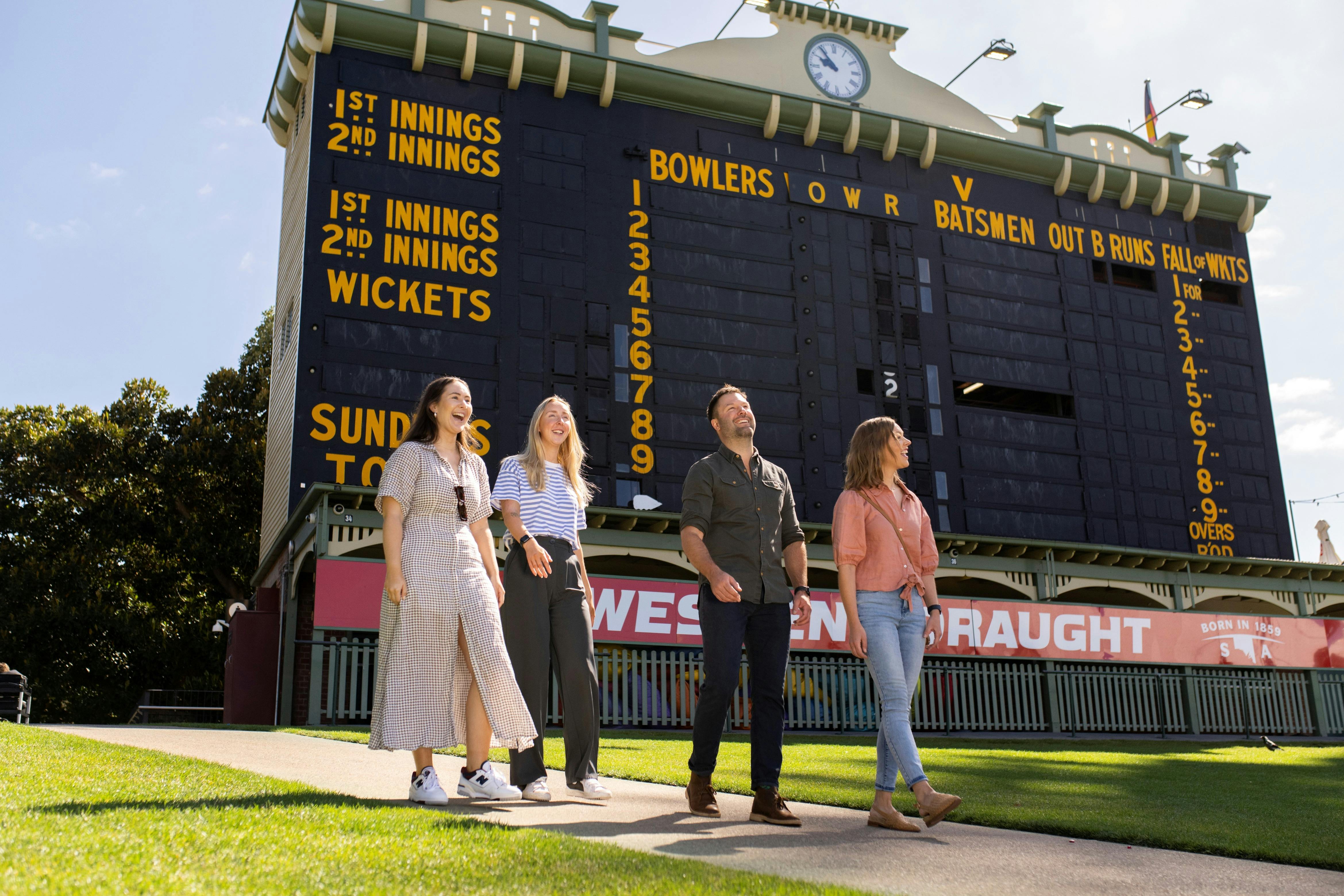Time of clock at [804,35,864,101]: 9:53
